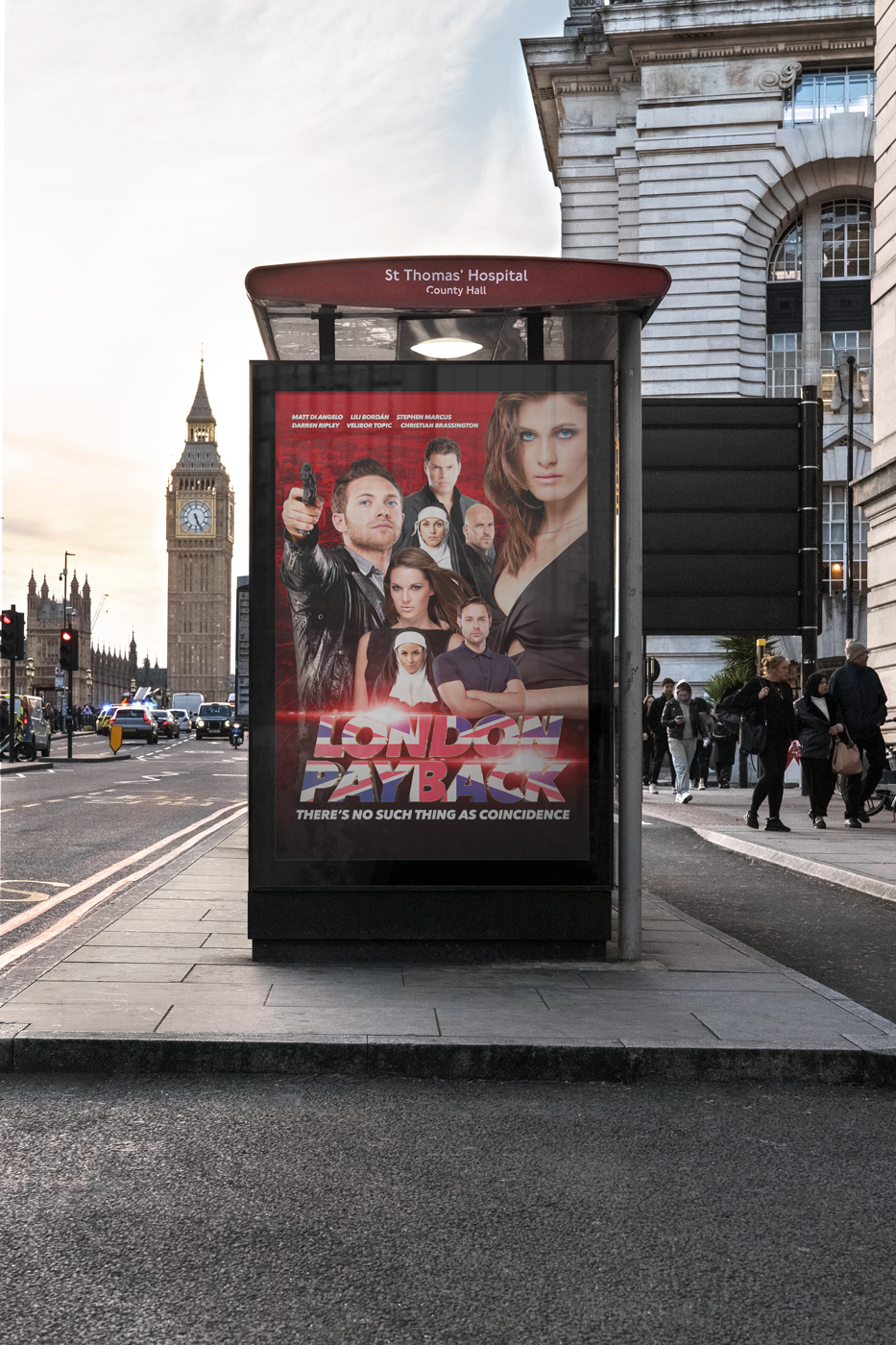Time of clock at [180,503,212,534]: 5:26
